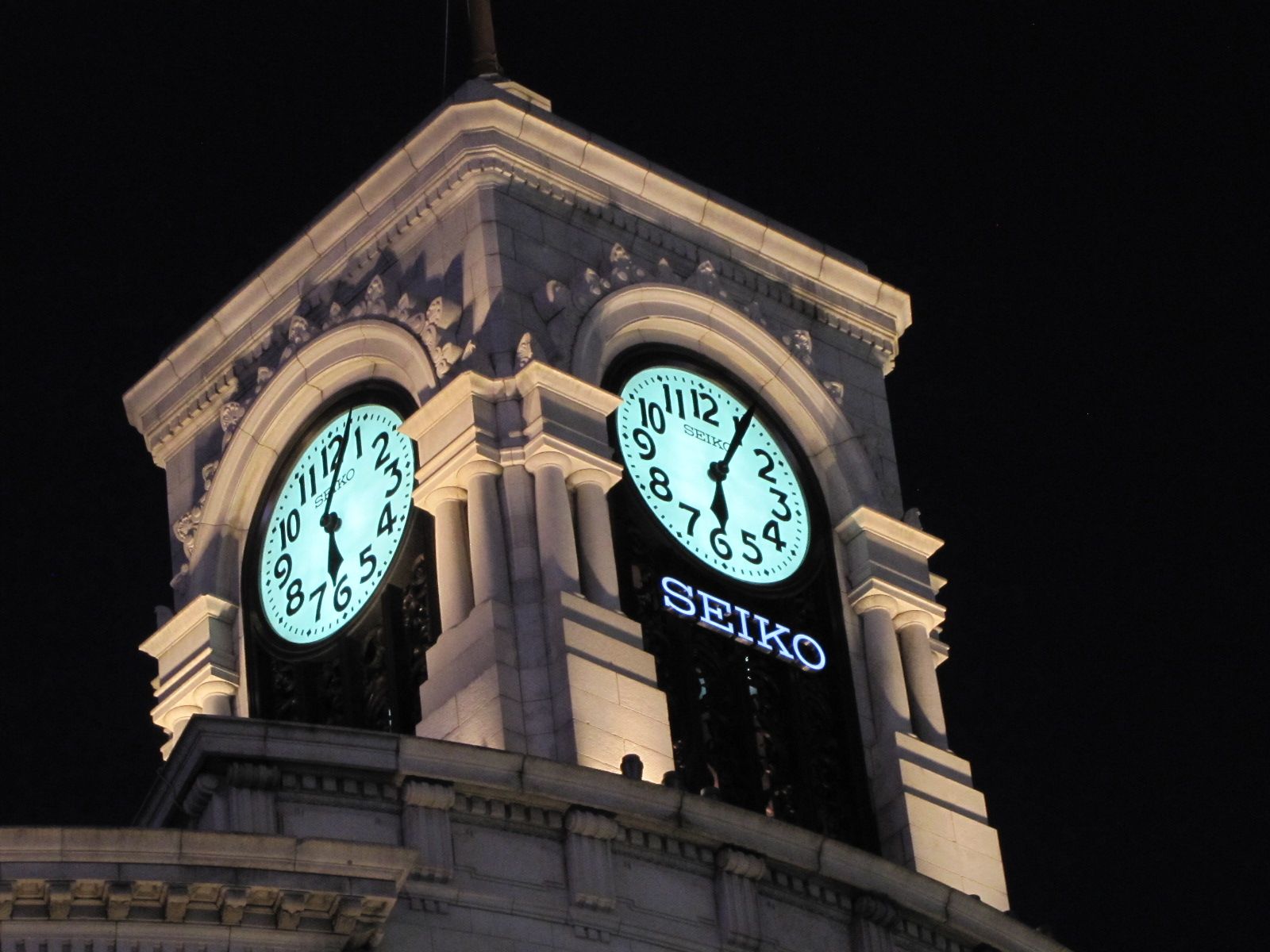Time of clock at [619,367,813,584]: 6:05
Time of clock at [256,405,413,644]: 6:03
